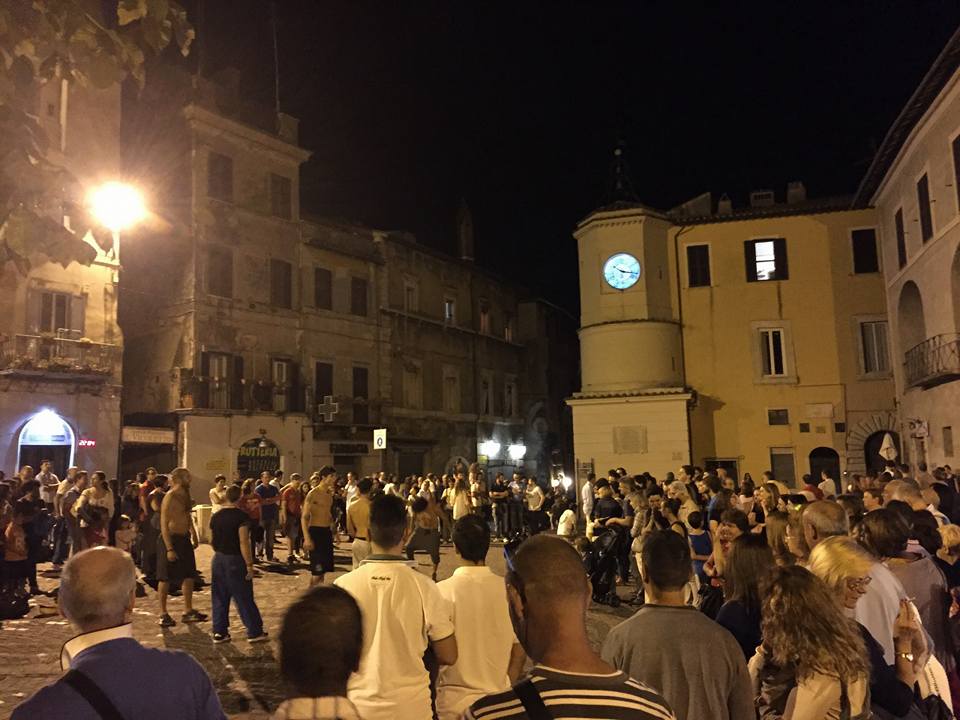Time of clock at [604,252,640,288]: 10:17
